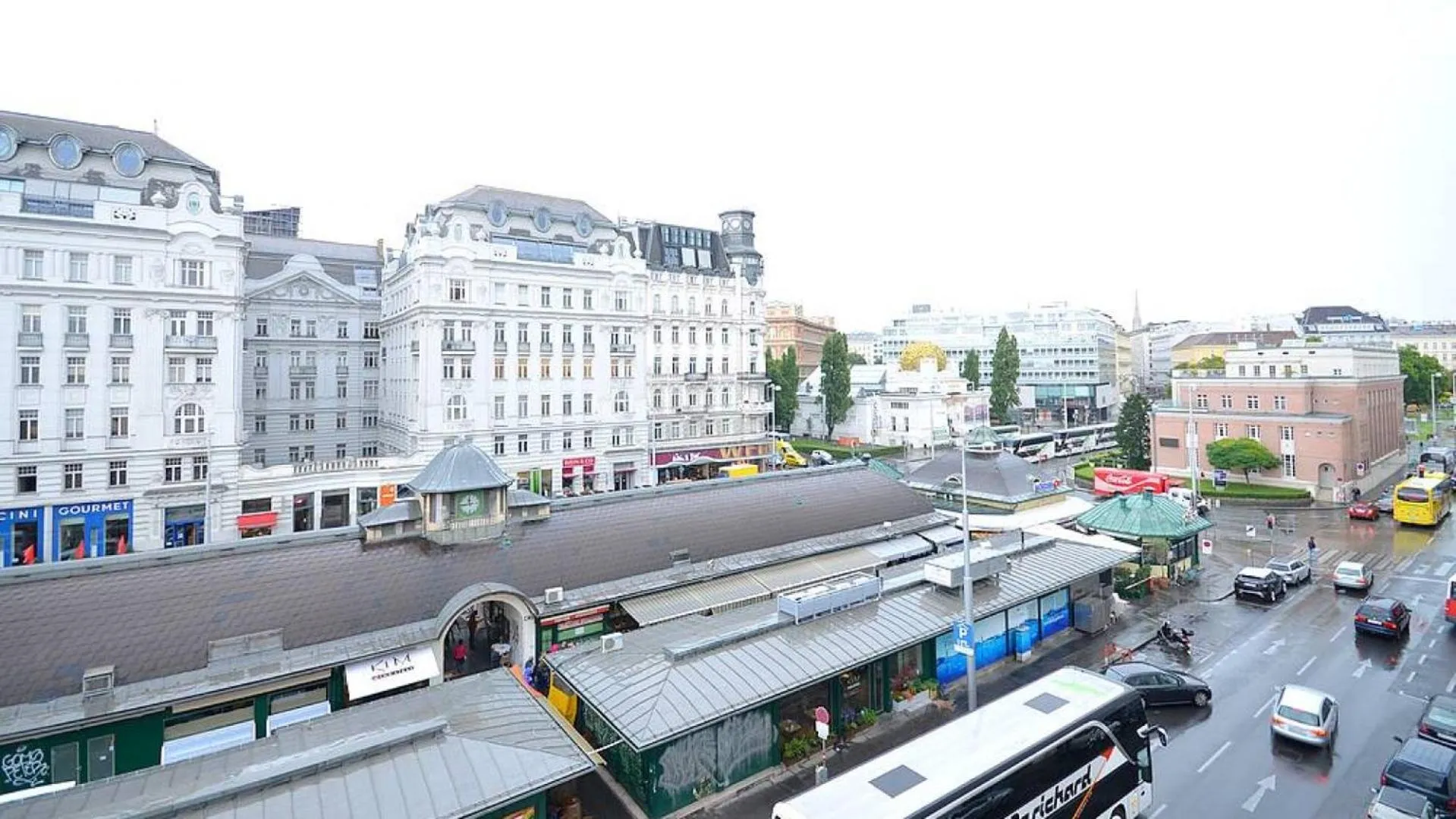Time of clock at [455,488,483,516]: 11:44
